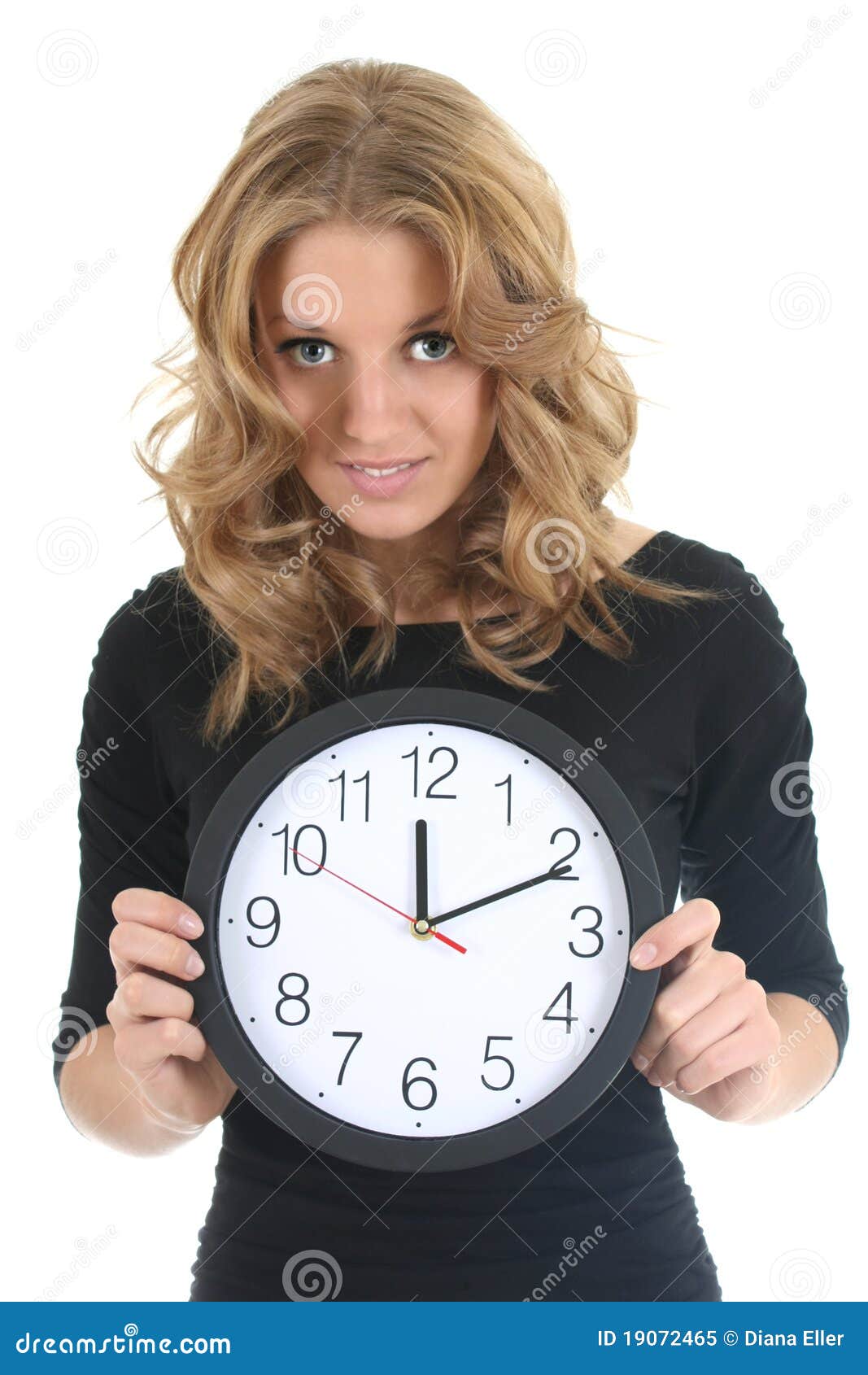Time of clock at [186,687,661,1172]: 12:10
